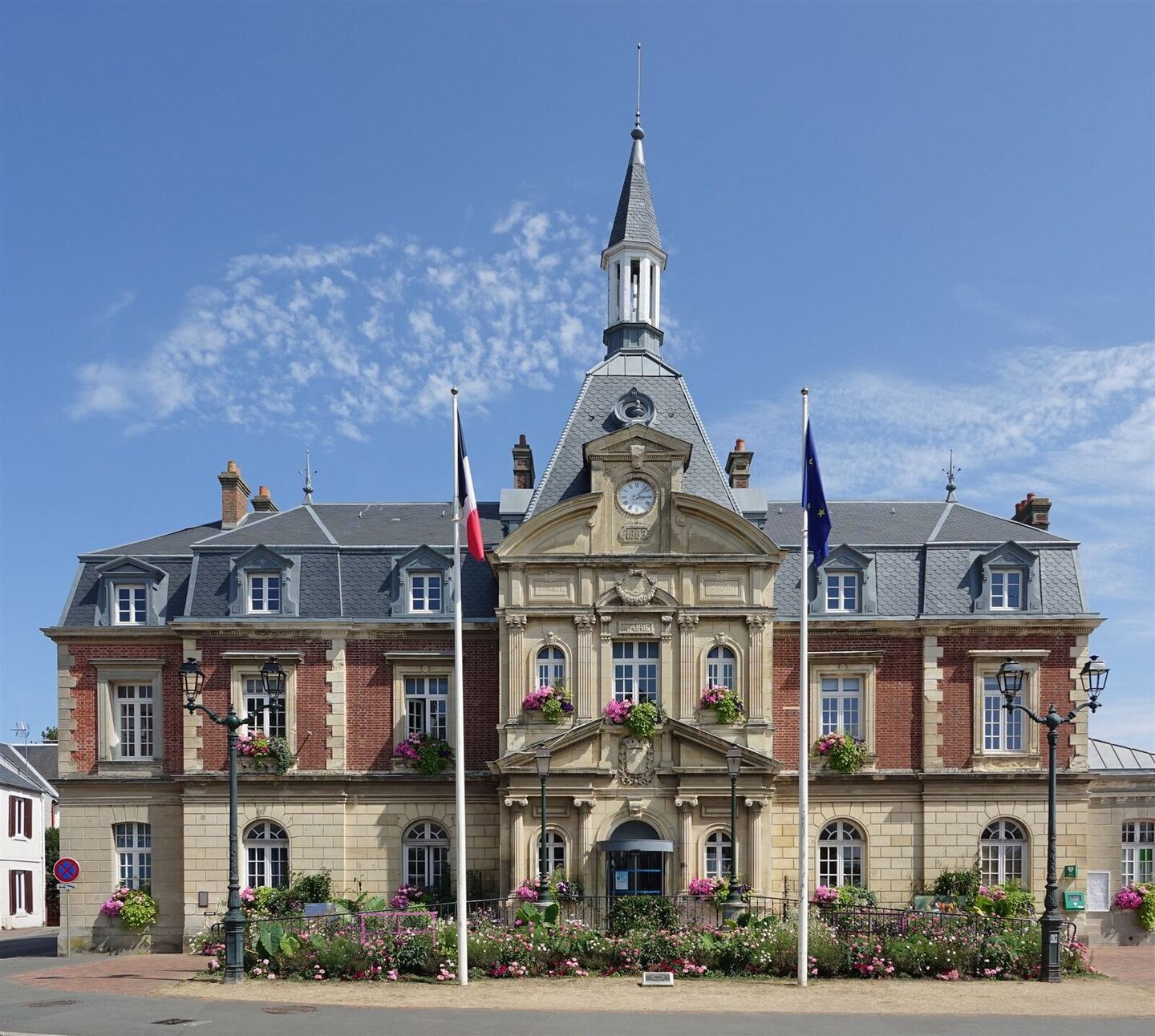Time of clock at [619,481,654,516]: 3:07
